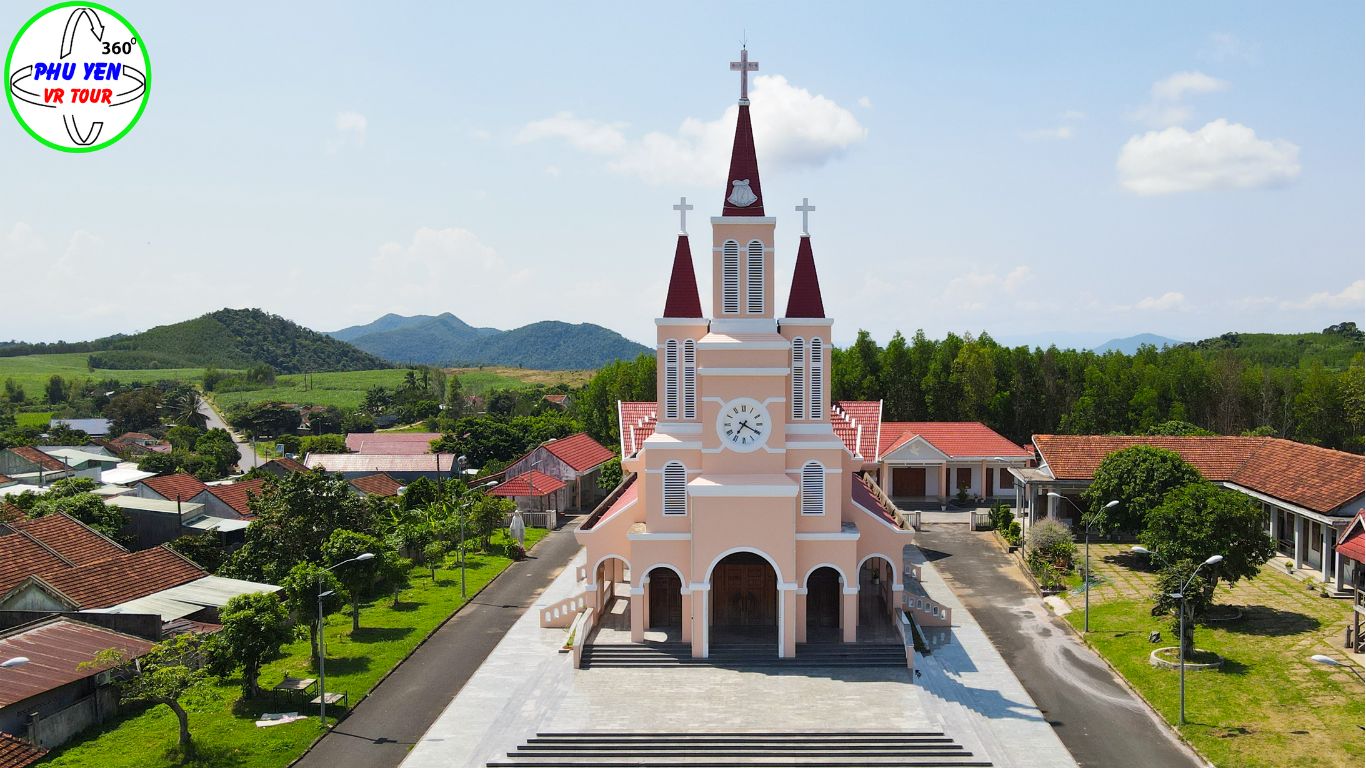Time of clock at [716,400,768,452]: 7:19
